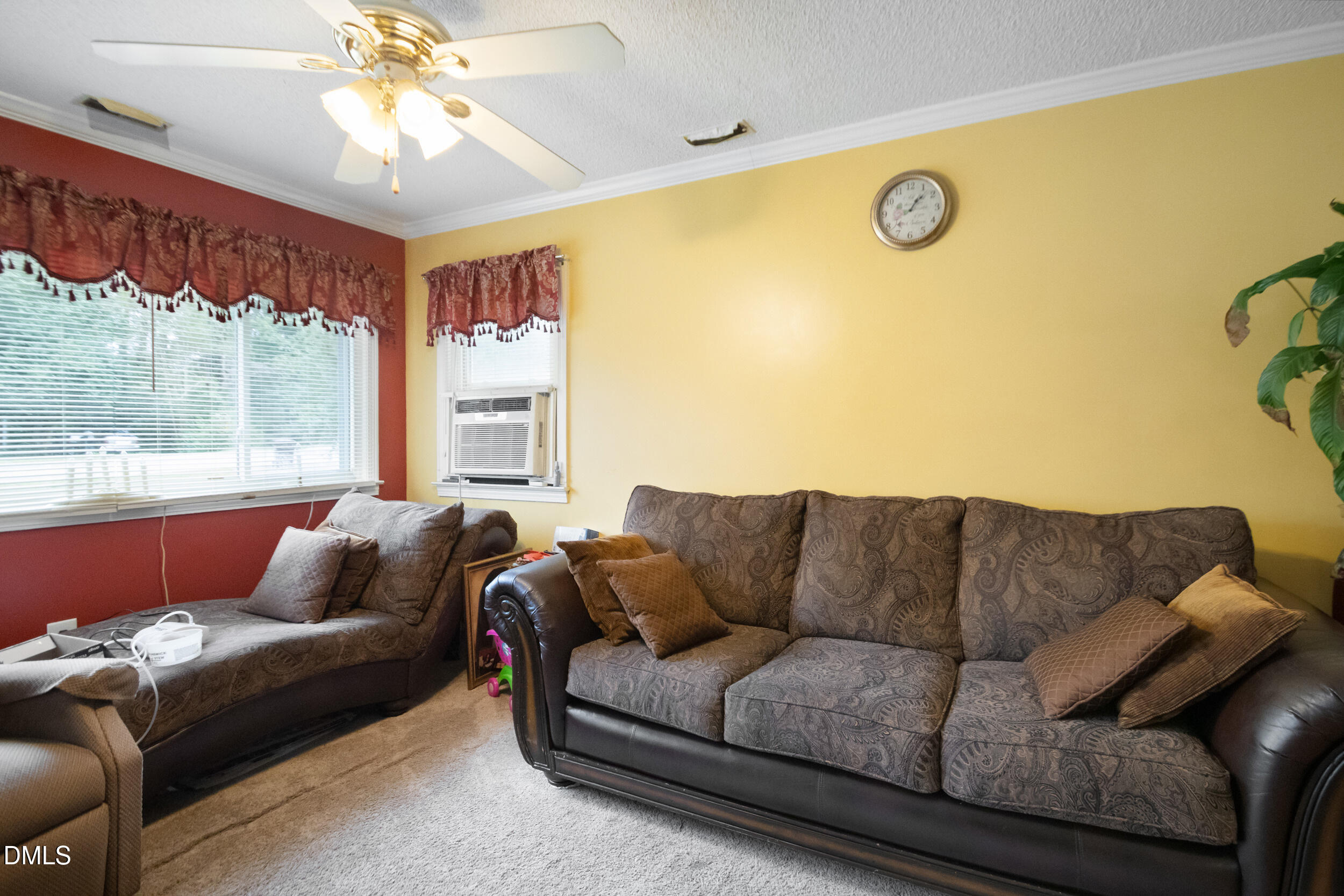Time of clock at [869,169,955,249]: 1:07
